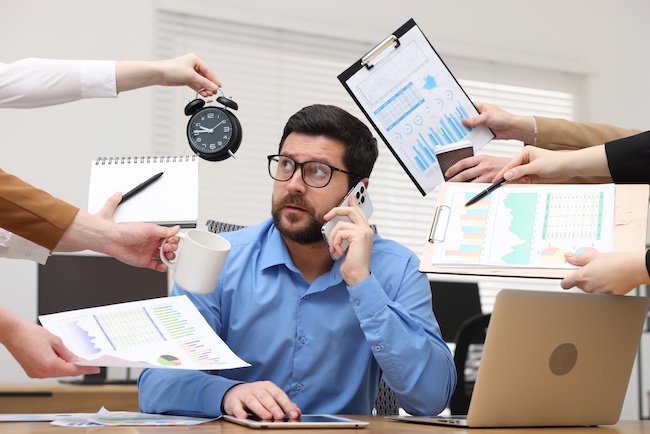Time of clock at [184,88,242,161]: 9:45
